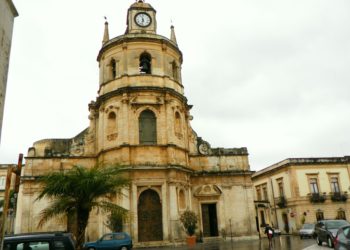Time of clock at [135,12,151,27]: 11:32
